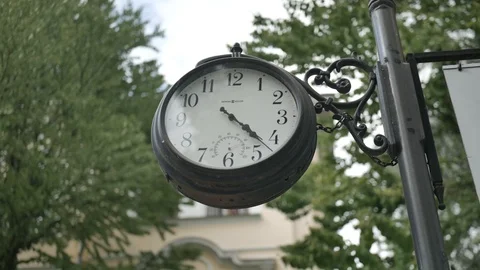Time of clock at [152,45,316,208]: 4:22
